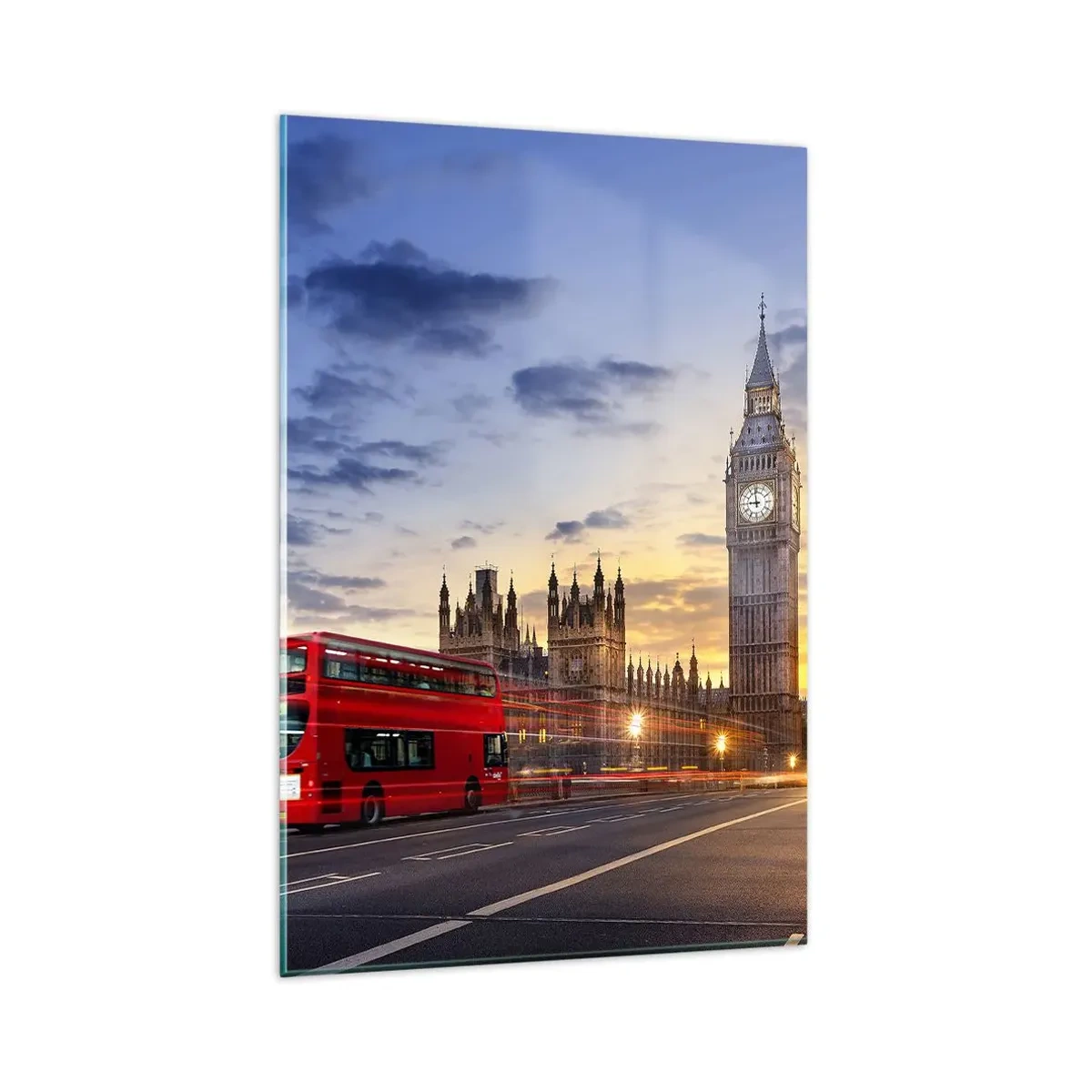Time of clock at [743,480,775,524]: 8:58
